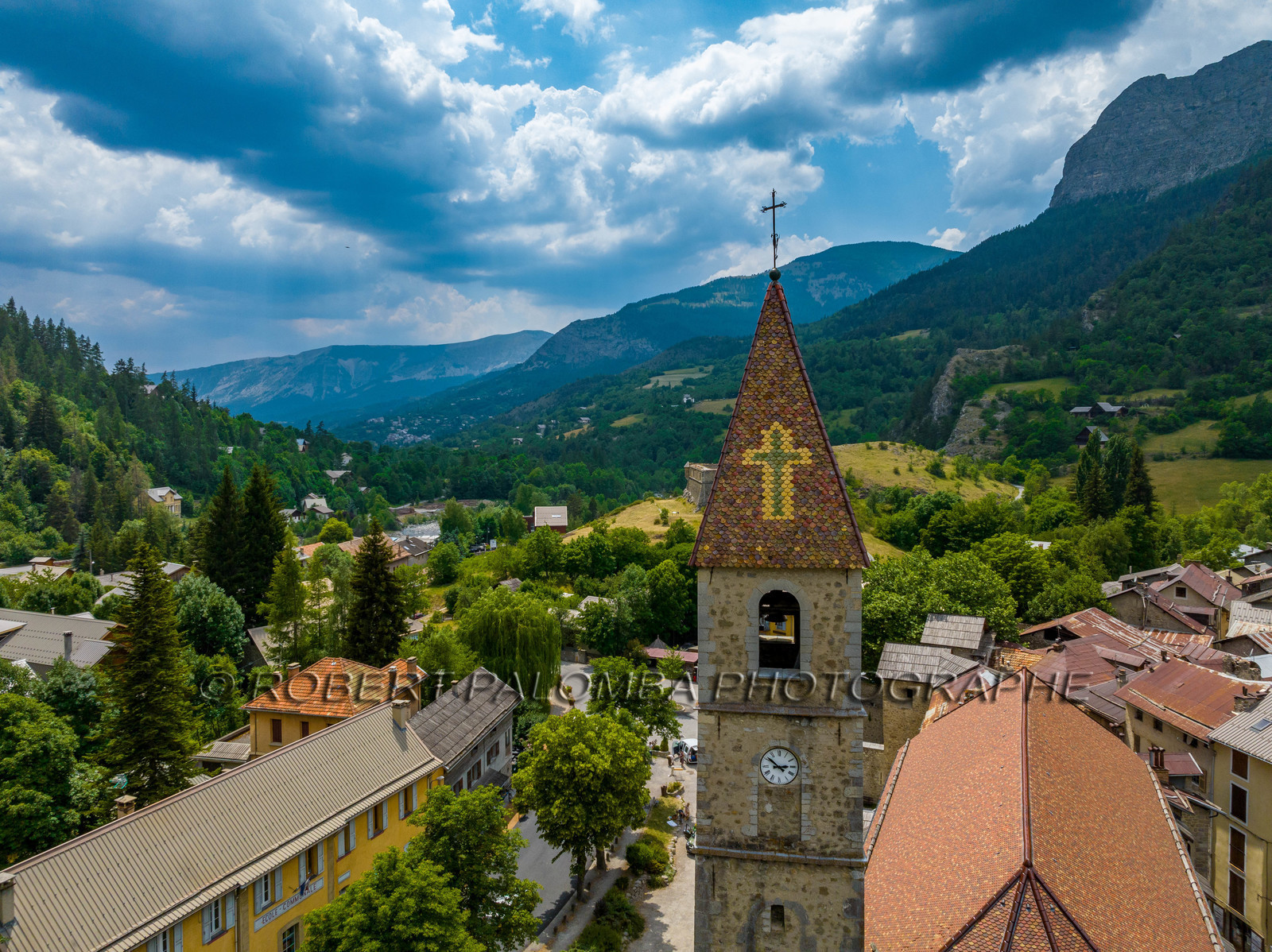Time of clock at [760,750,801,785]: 2:51
